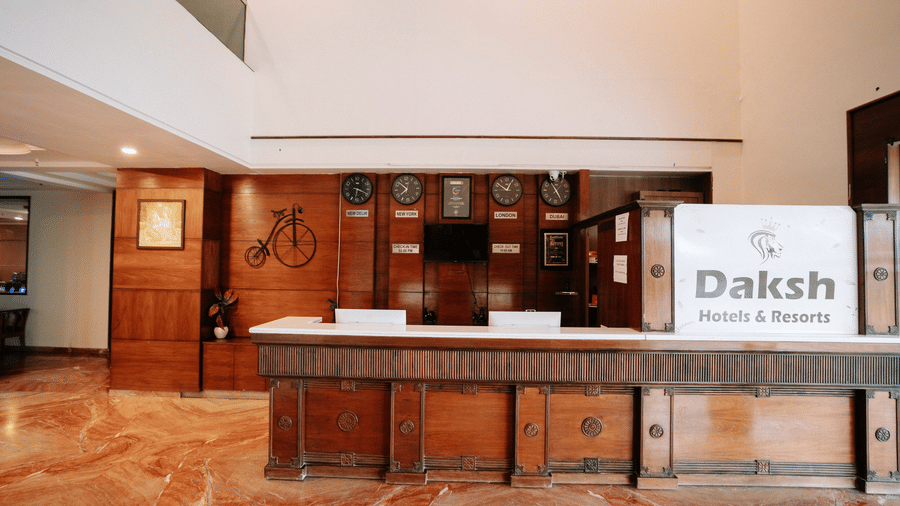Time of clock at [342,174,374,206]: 6:18
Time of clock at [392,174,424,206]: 7:52
